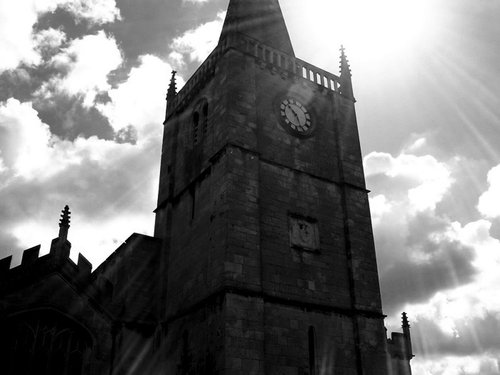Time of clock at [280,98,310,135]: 10:26
